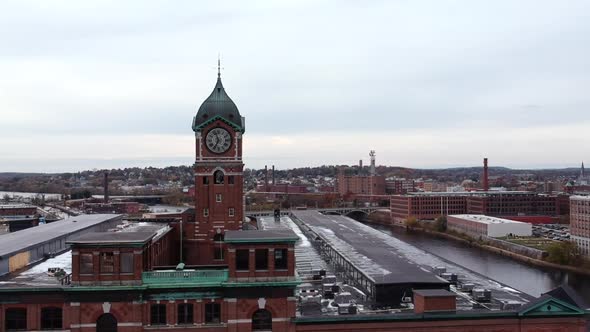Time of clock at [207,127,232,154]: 6:56
